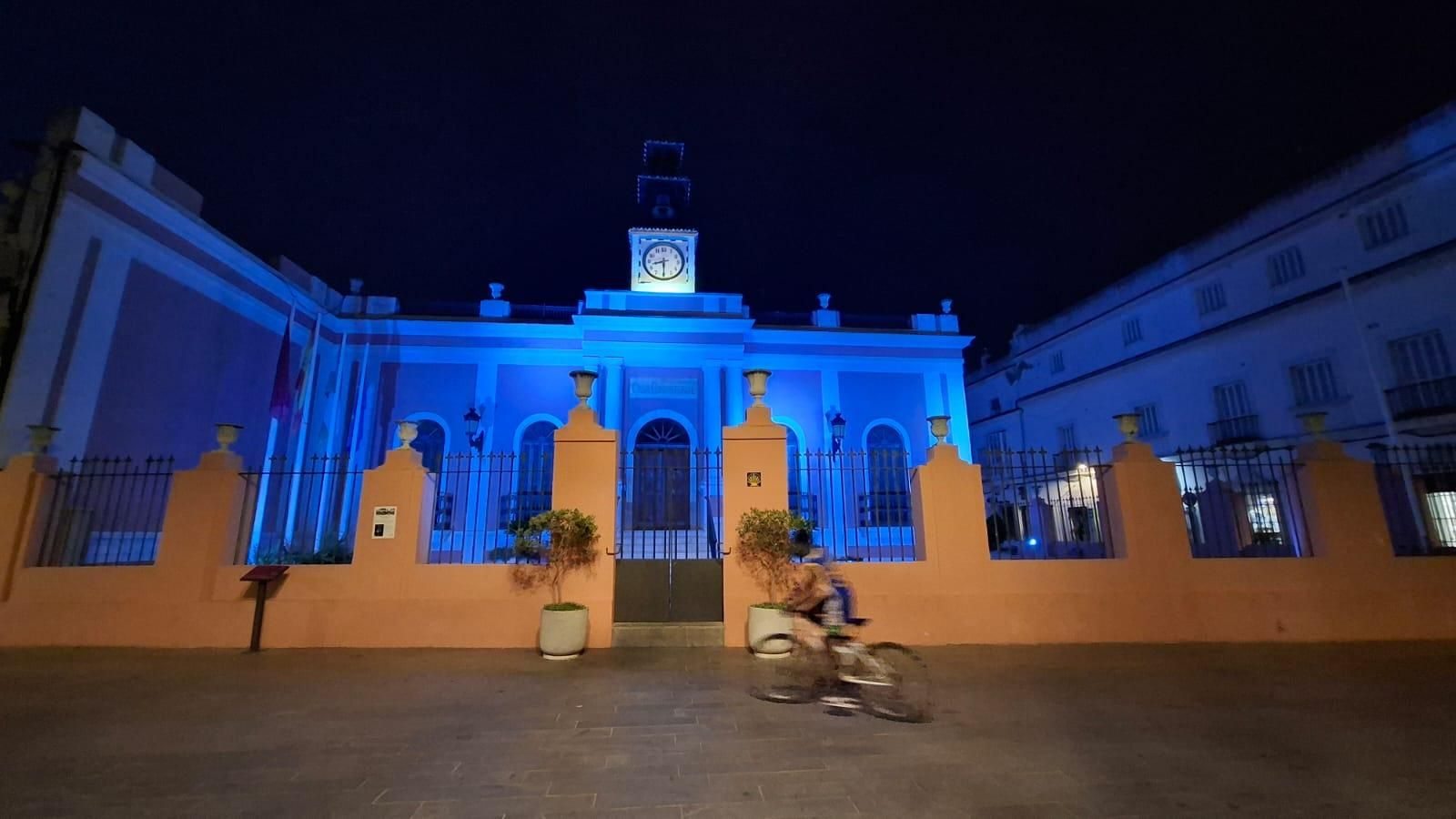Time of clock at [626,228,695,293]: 8:30
